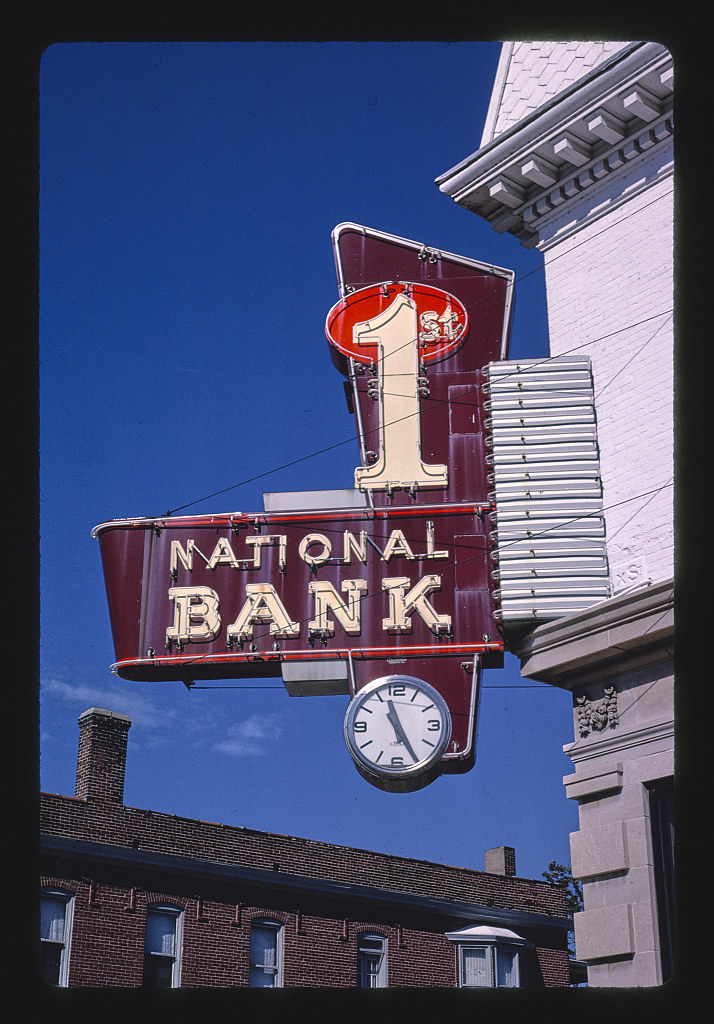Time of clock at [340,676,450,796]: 11:25
